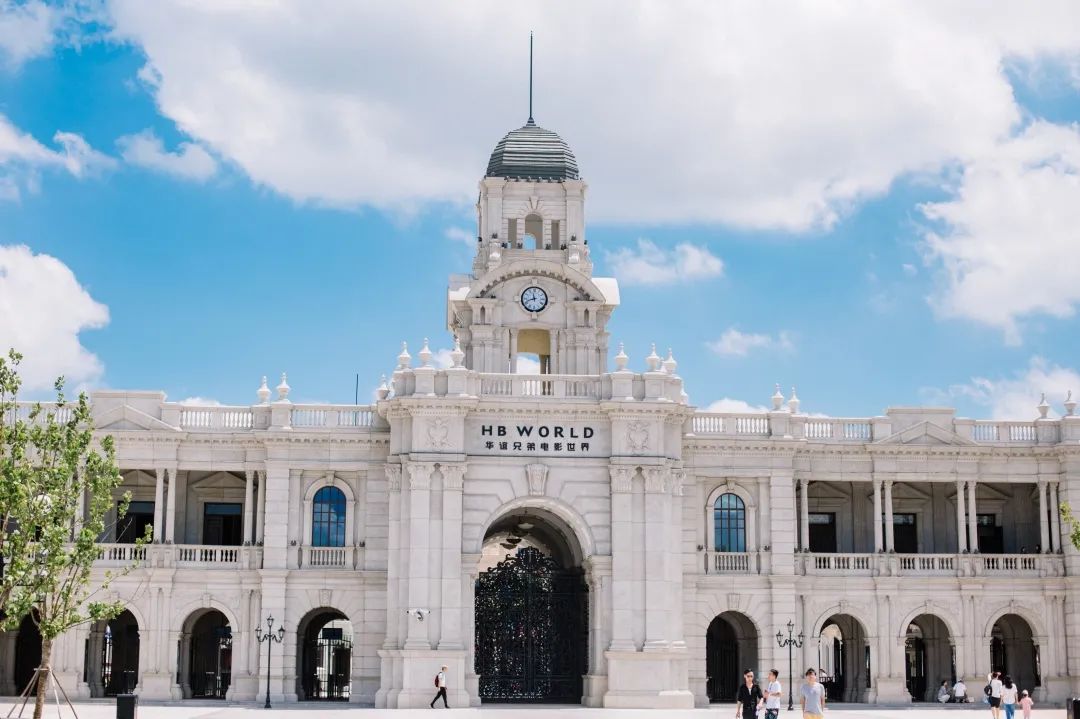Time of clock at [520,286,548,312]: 11:42
